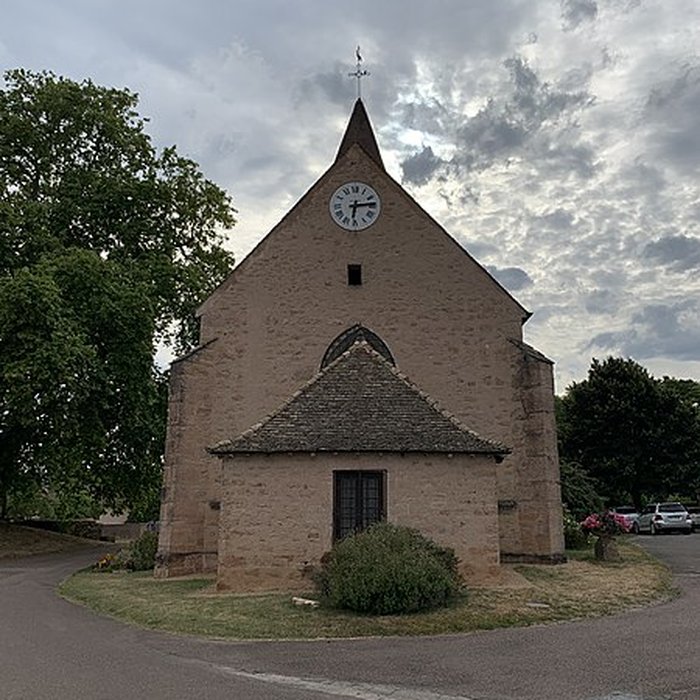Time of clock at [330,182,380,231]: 6:13
